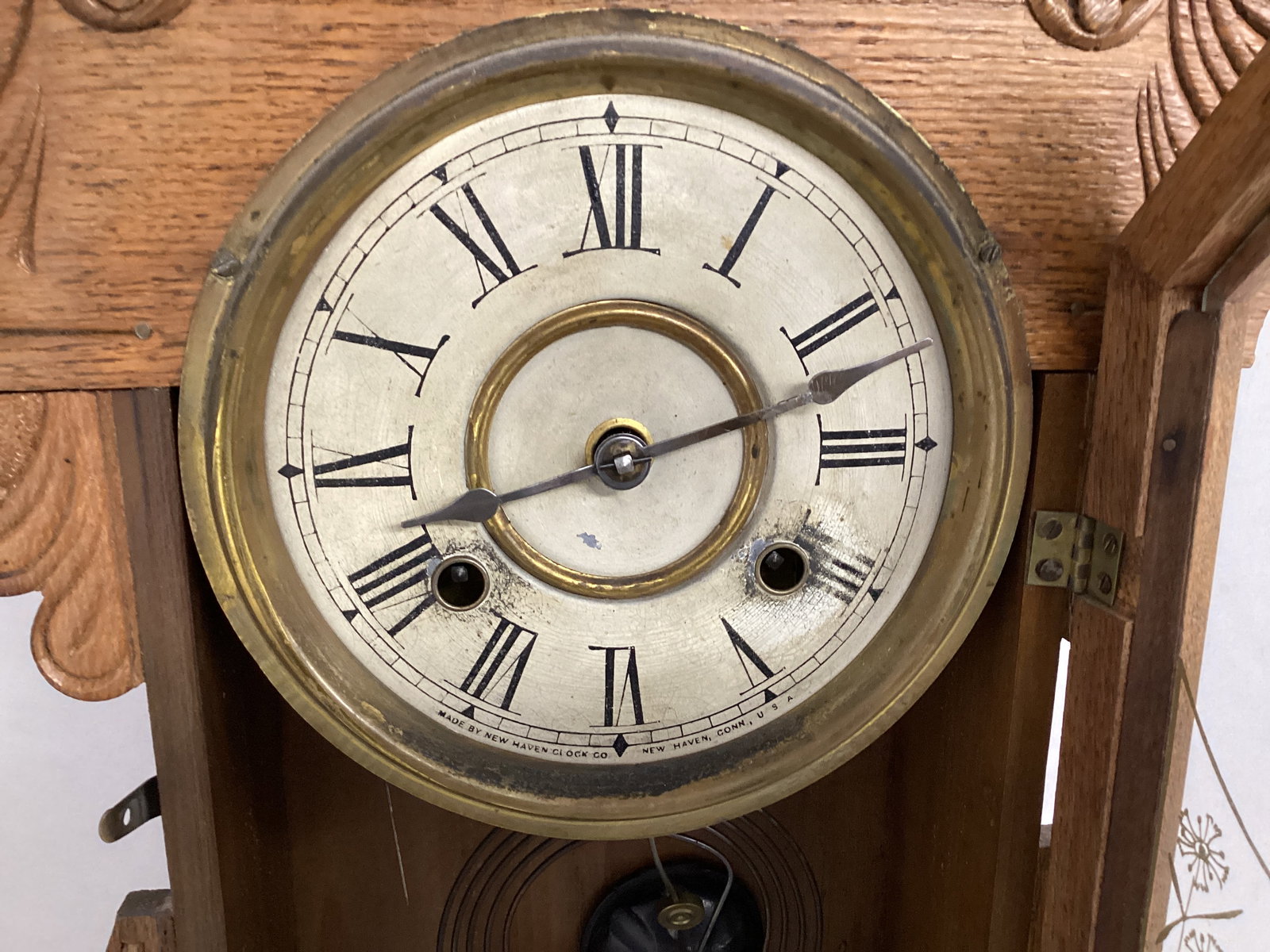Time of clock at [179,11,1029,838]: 8:12
